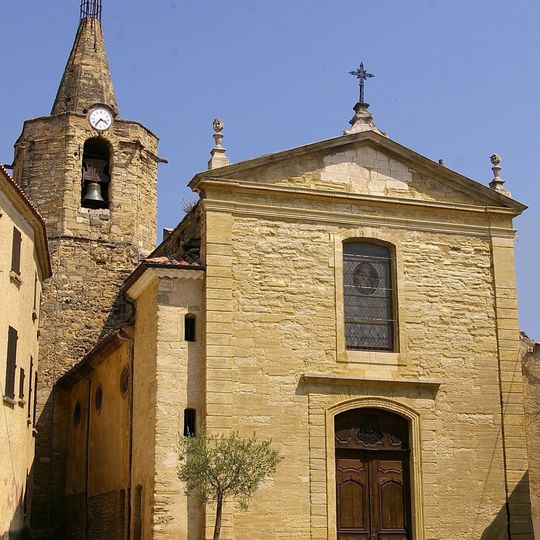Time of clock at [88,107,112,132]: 3:36
